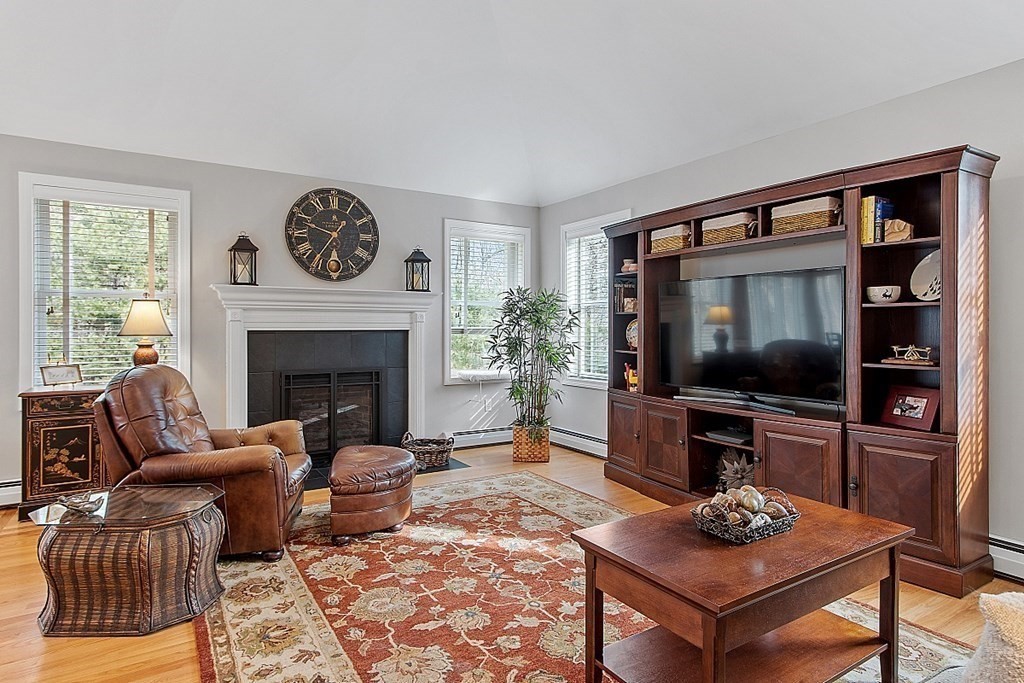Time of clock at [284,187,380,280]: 9:35
